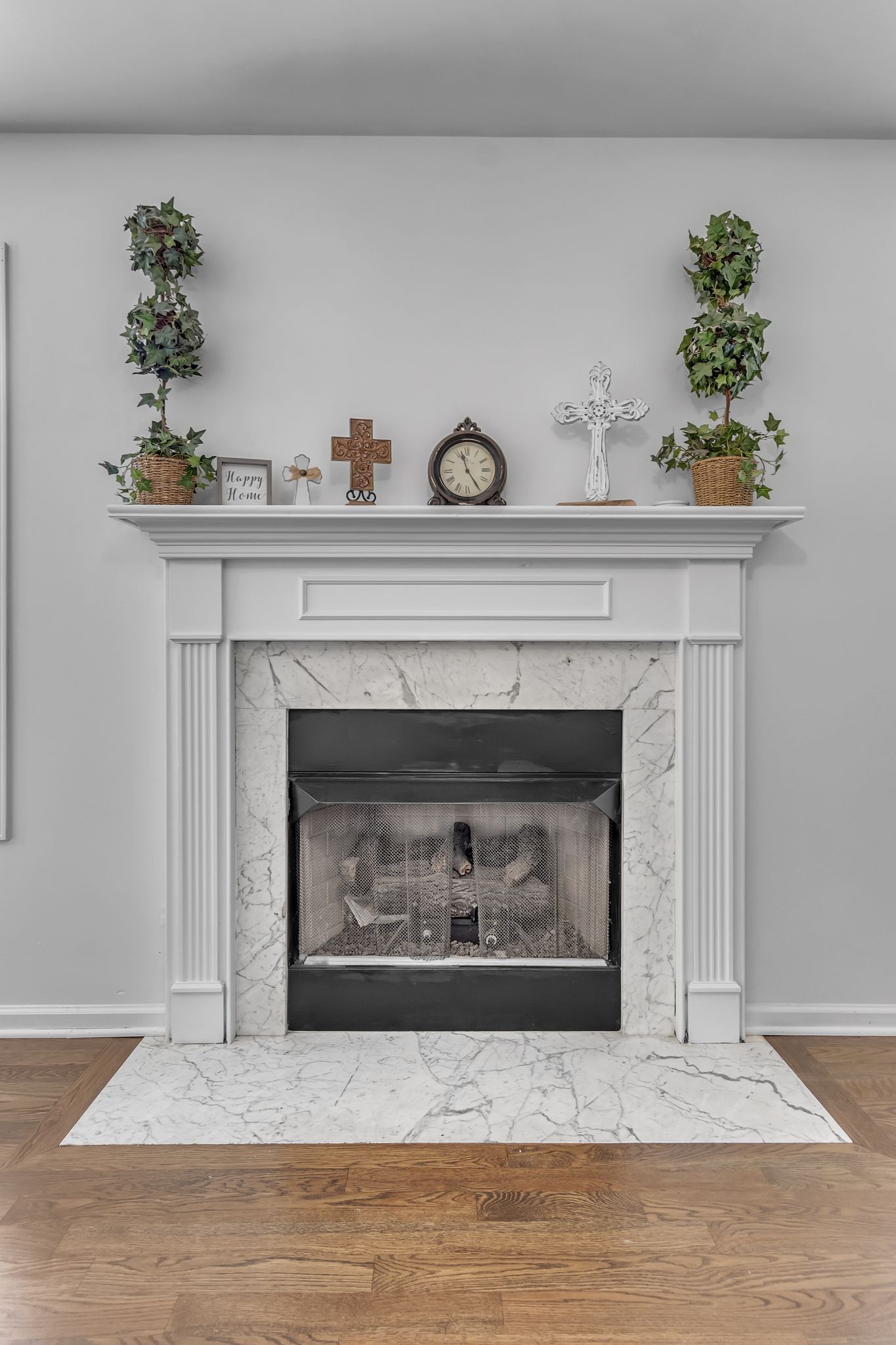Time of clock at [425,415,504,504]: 11:24
